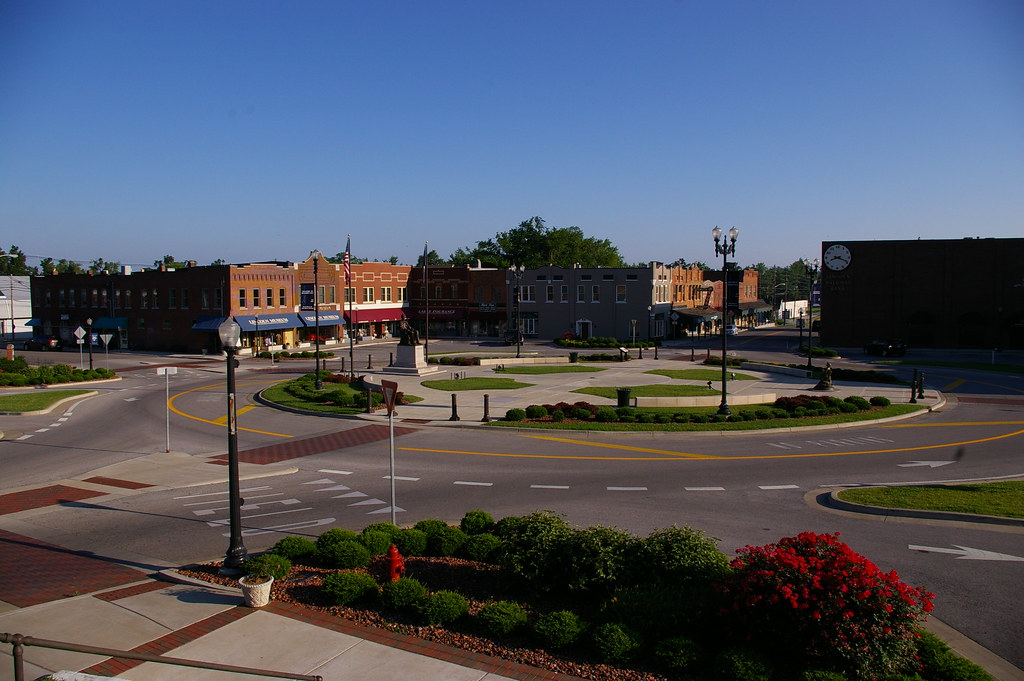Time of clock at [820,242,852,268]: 8:18
